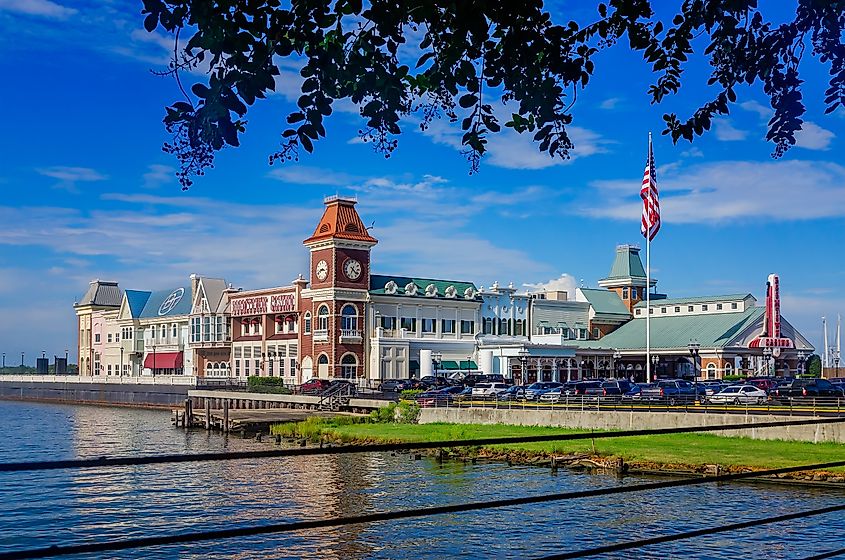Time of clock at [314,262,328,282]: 8:16
